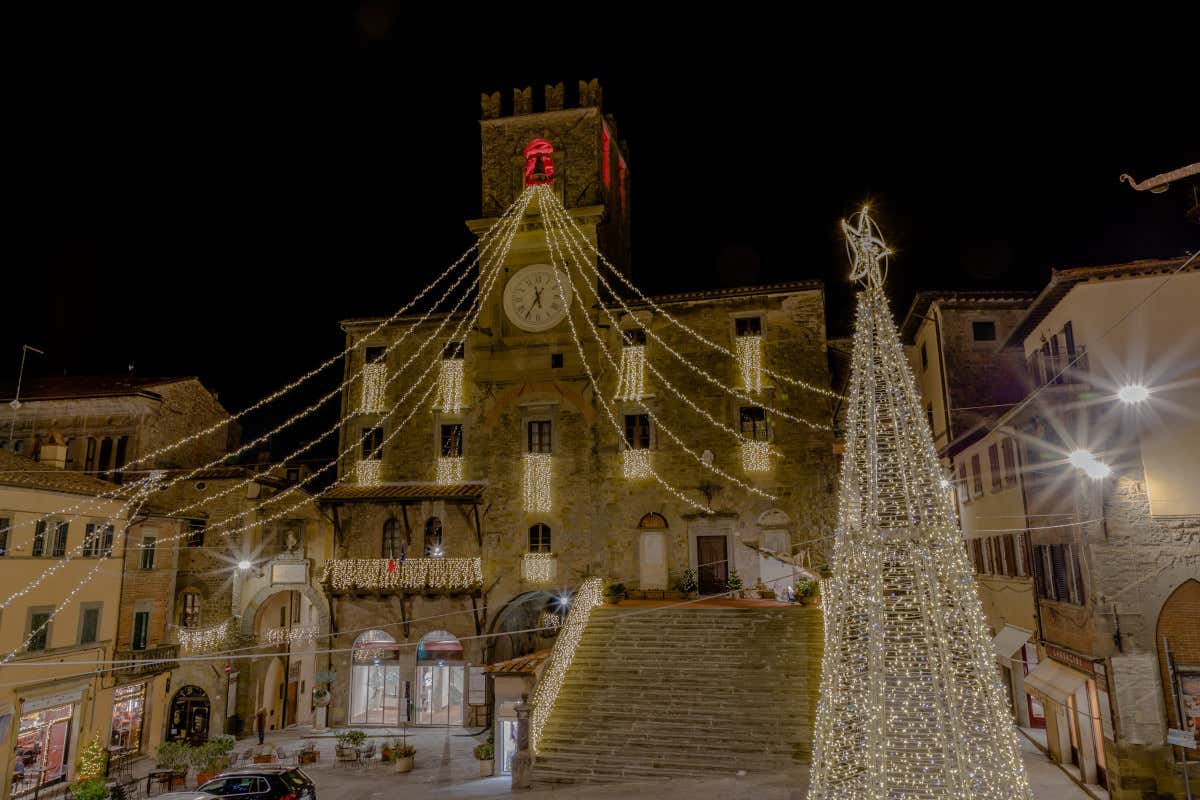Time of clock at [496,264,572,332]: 5:35
